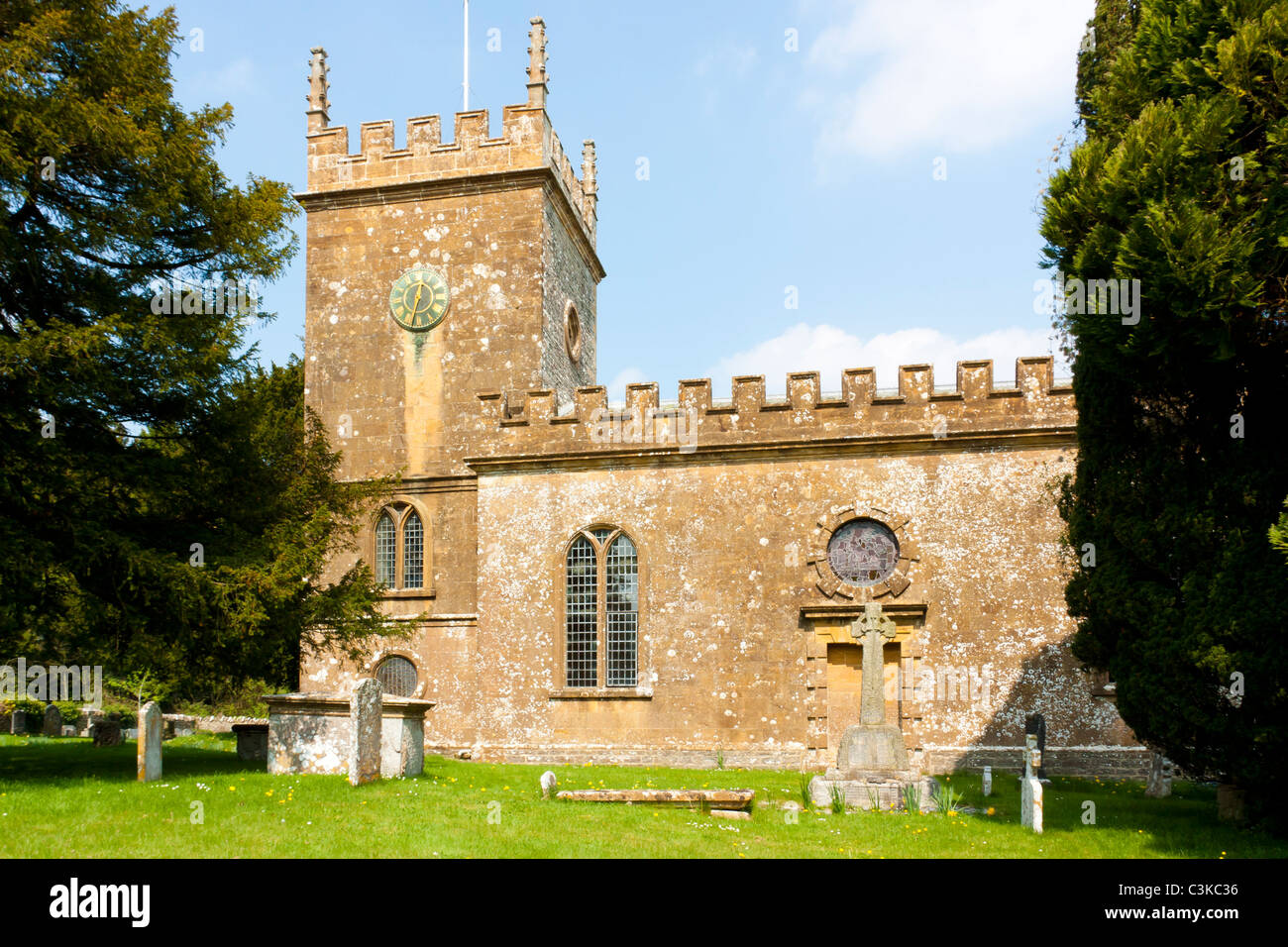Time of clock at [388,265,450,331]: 12:32
